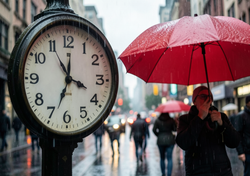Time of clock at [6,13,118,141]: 3:33
